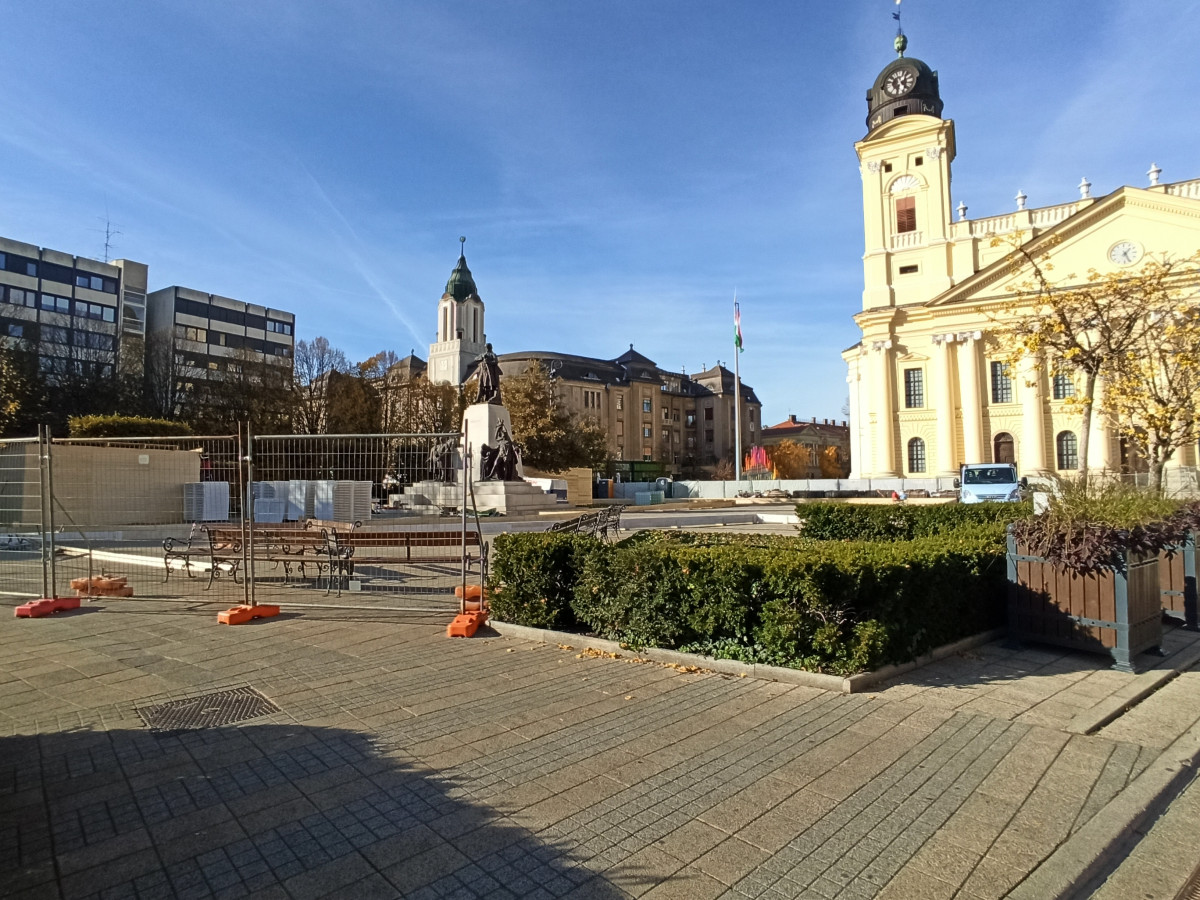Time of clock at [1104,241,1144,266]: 1:26
